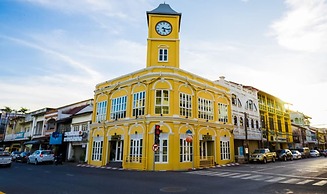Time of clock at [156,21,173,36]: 5:16
